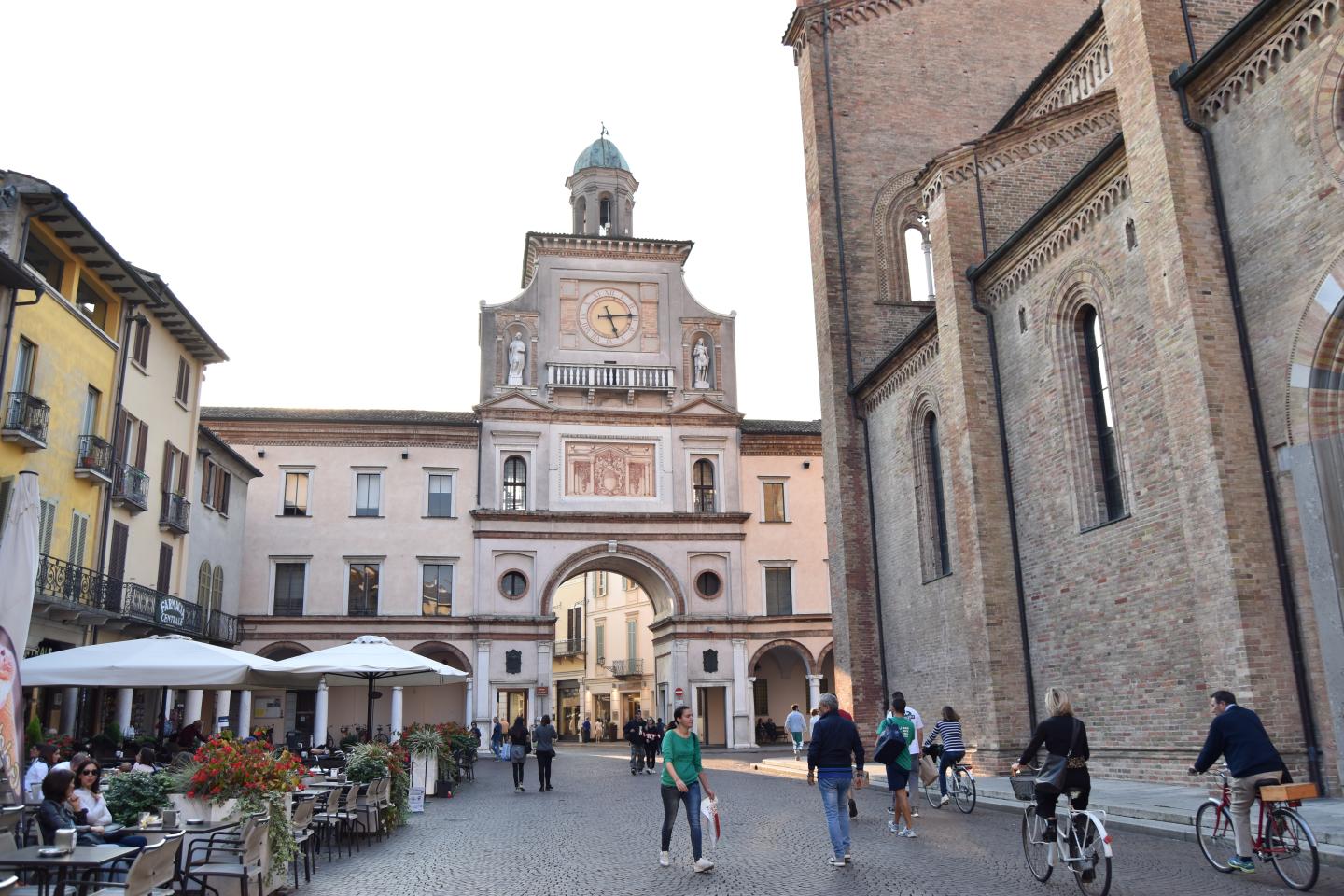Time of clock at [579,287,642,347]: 5:14
